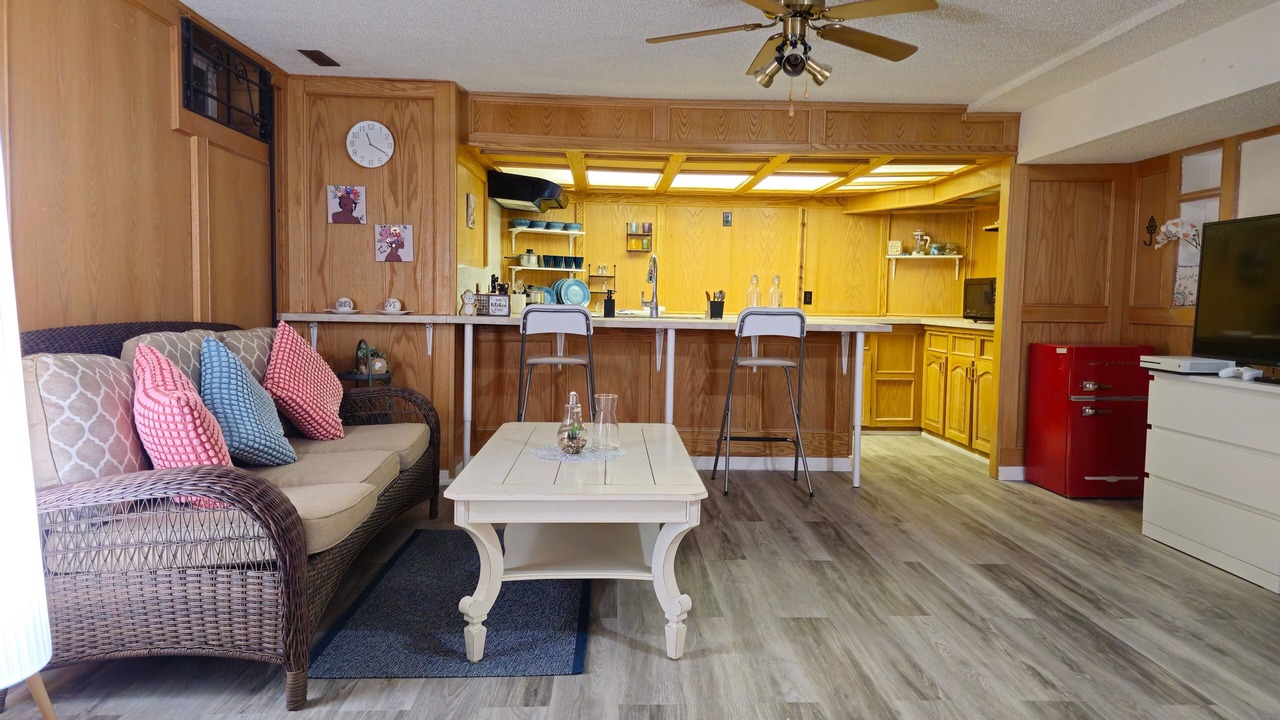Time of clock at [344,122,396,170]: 11:19
